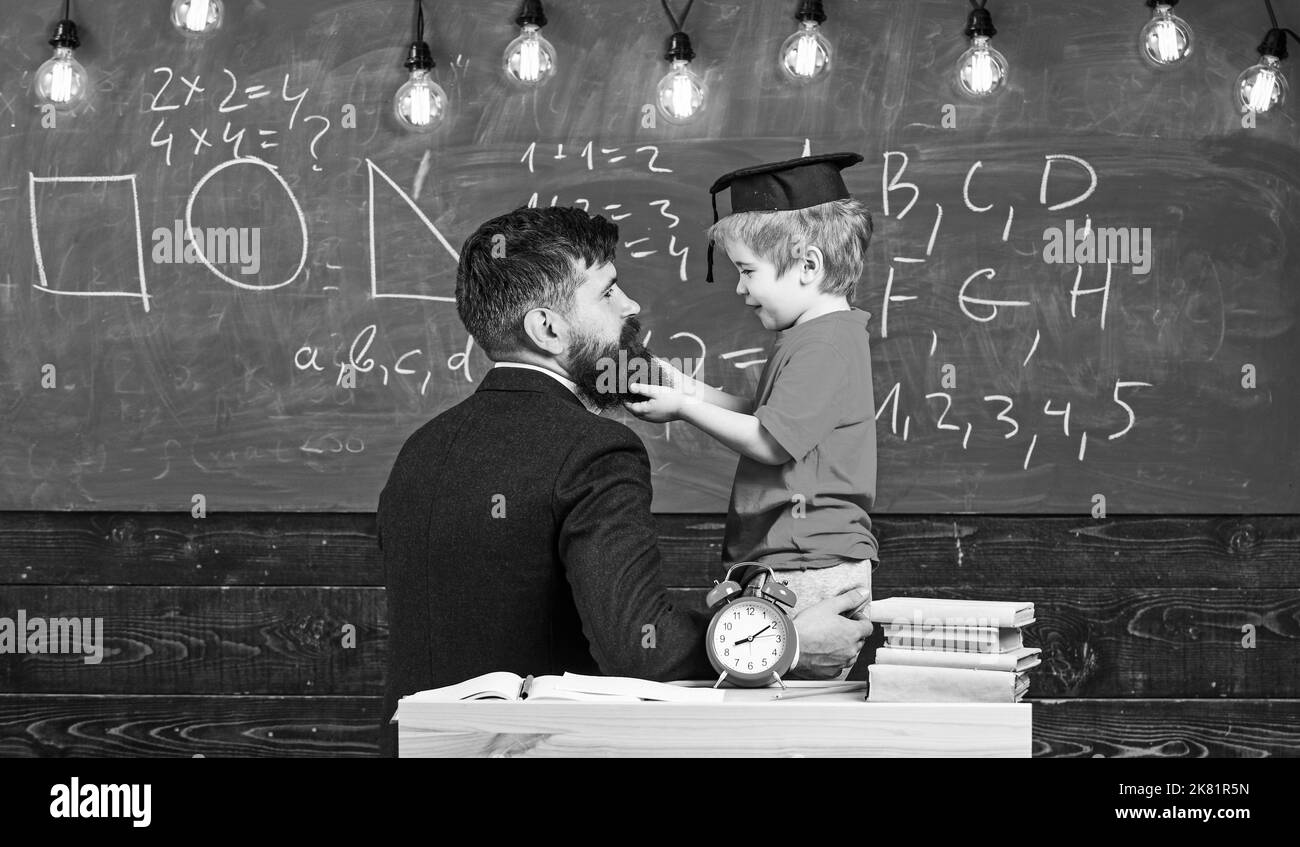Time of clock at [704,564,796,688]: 8:09
